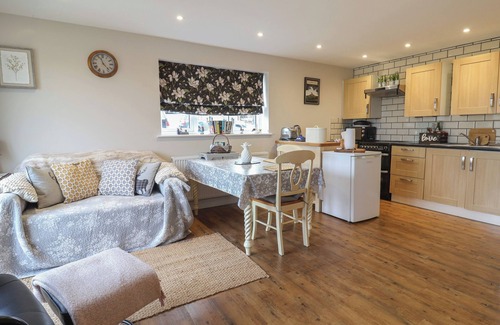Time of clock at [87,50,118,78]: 11:23
